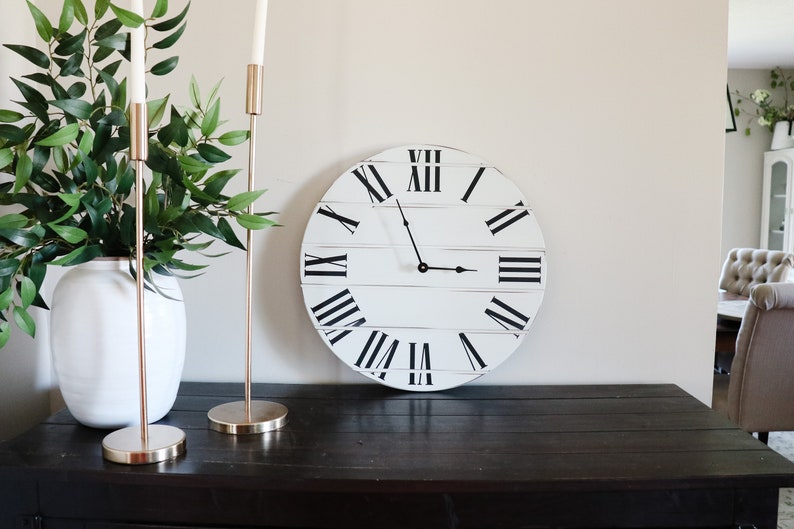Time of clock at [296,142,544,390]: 2:56
